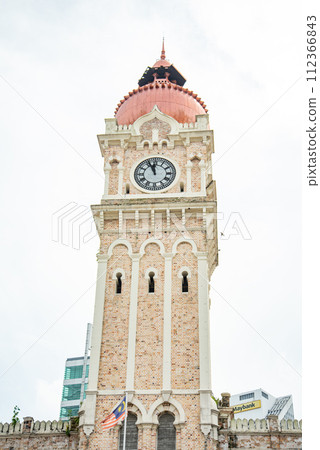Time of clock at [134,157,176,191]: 11:56
